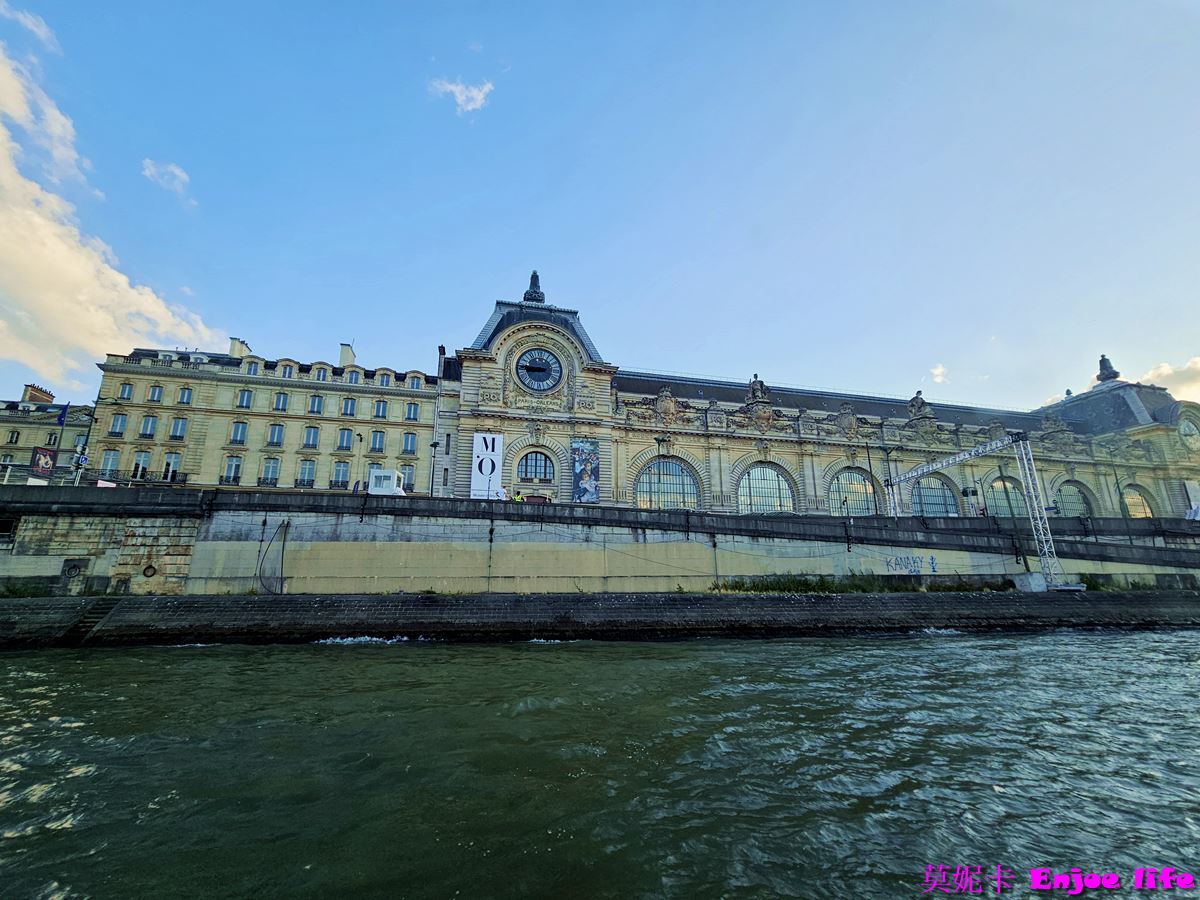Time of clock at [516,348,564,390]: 8:45
